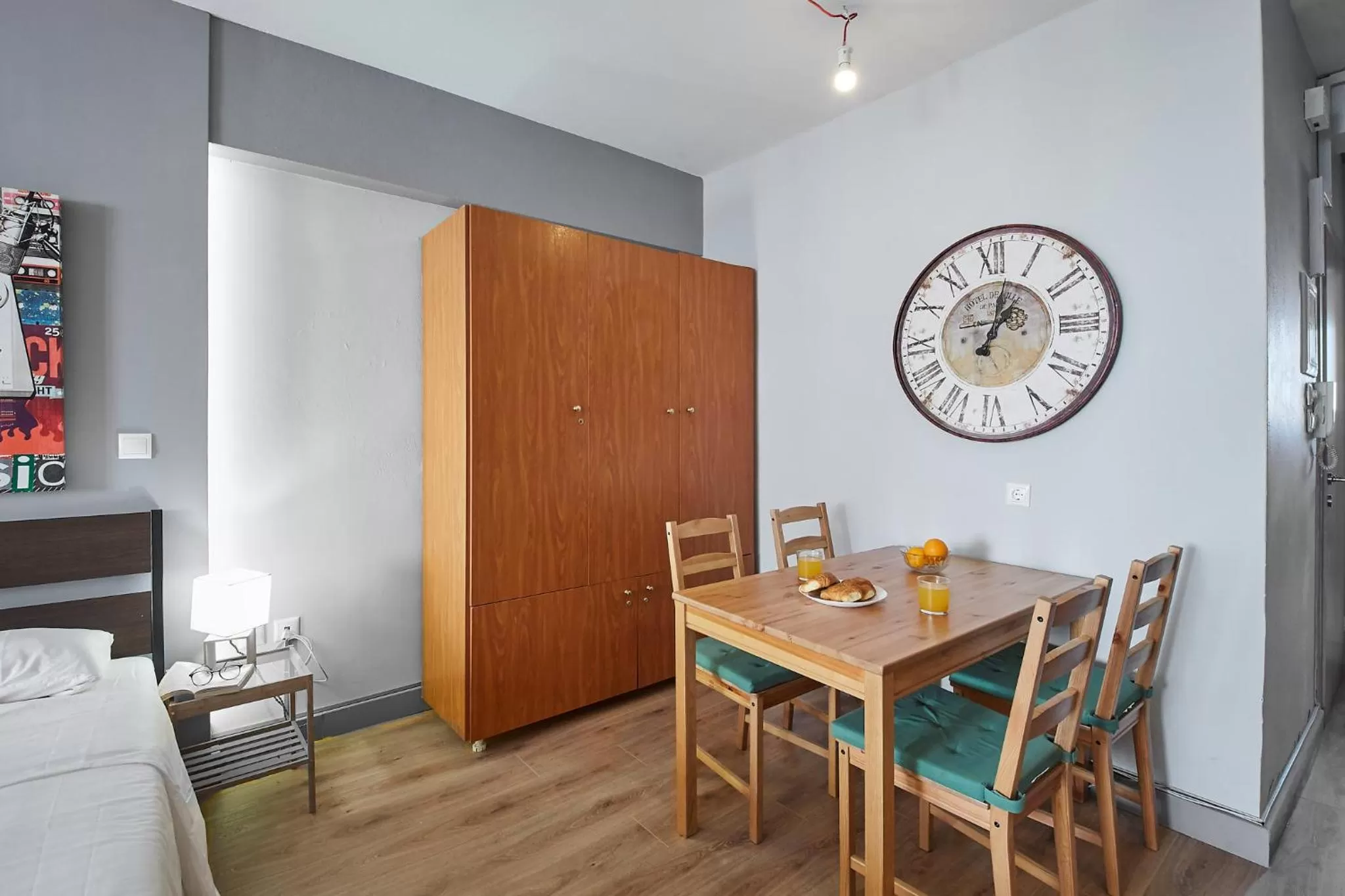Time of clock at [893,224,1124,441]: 1:02
